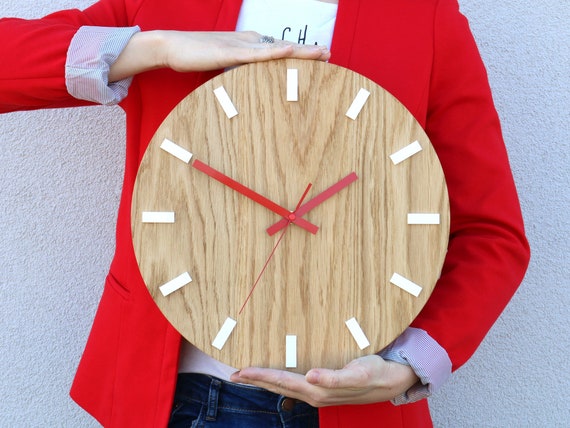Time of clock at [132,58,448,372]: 1:50
